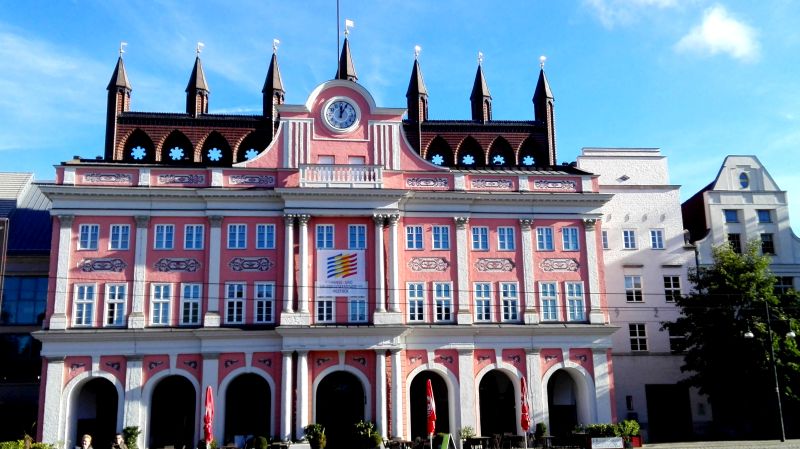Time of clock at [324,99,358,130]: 12:04
